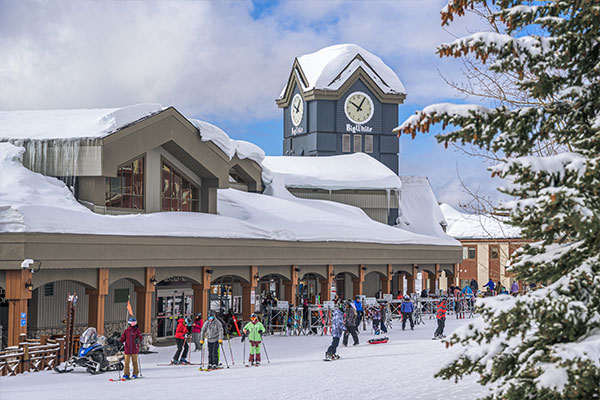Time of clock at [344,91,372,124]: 10:05
